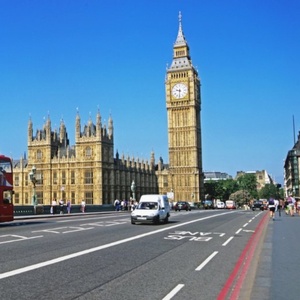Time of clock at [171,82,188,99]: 9:31
